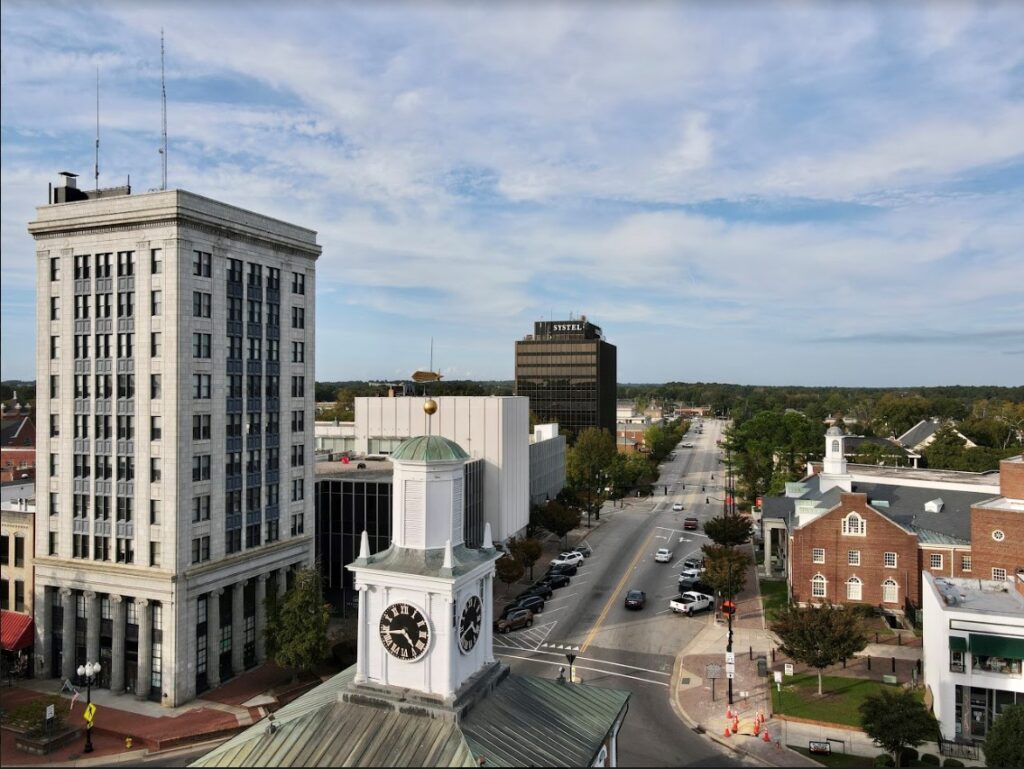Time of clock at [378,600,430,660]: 4:42
